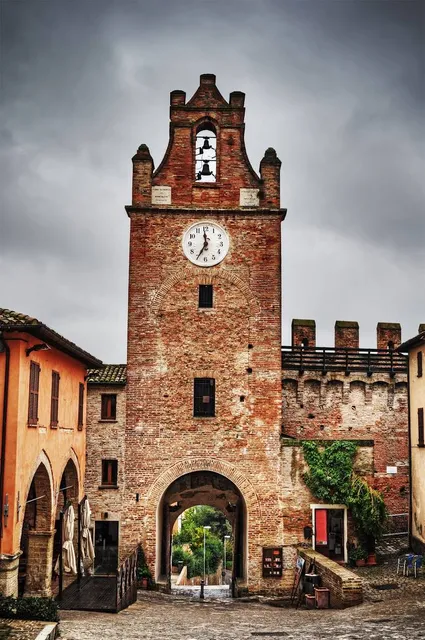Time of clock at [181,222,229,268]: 11:34
